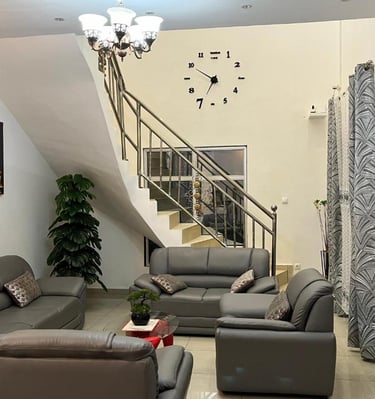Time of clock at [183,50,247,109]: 6:49
